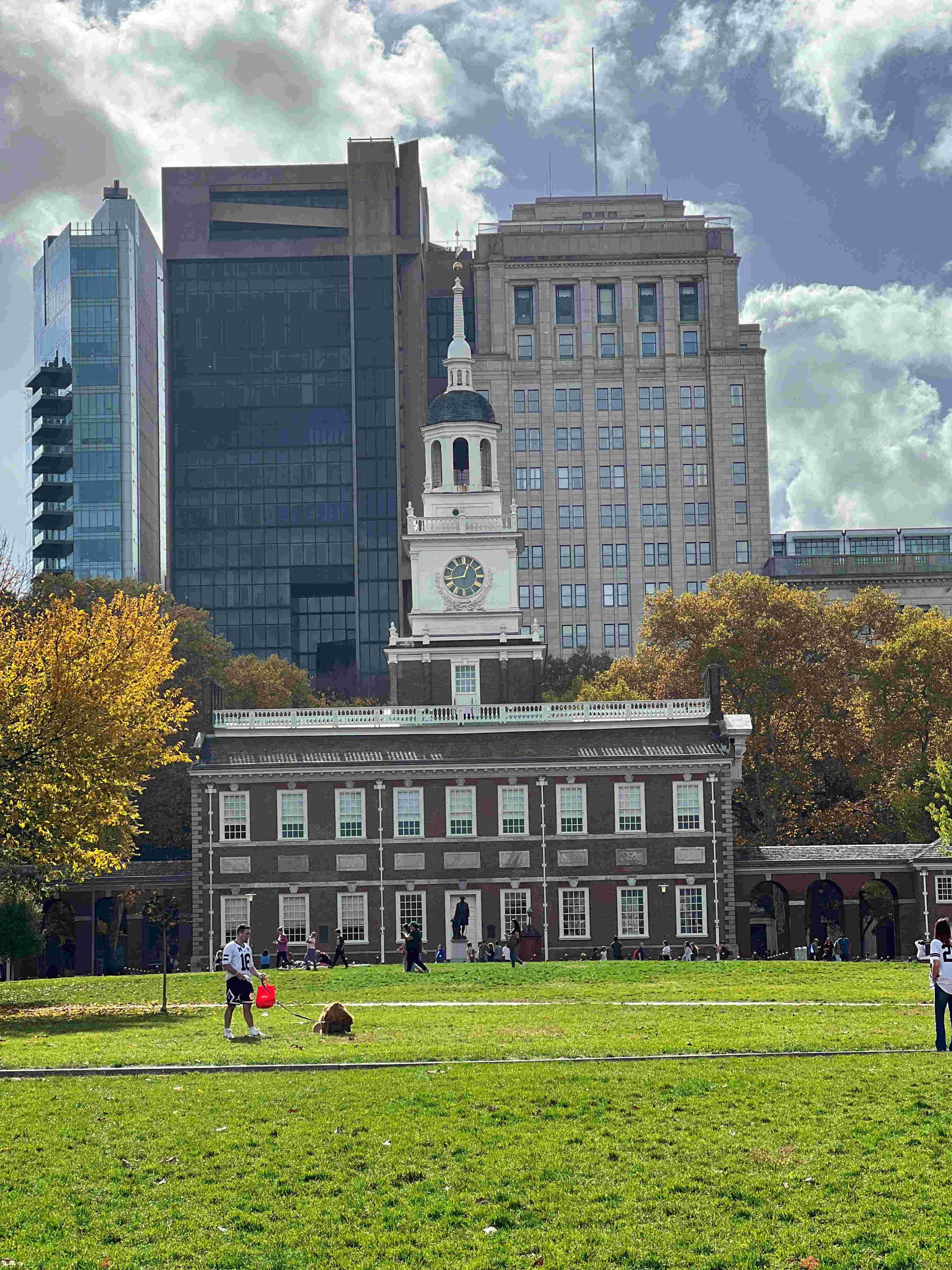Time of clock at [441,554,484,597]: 12:43
